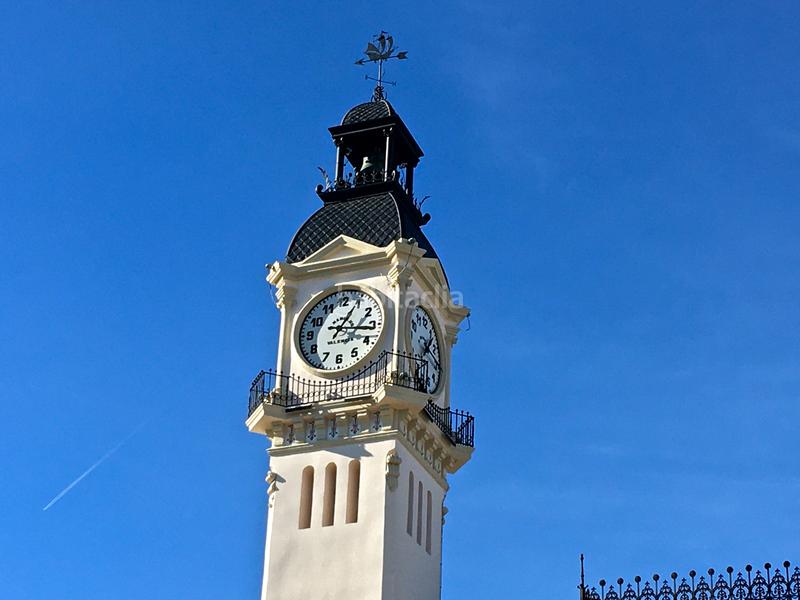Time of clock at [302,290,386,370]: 1:16
